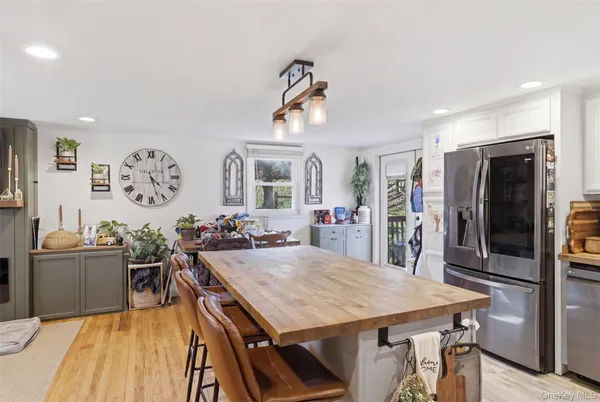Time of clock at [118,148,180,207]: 4:27
